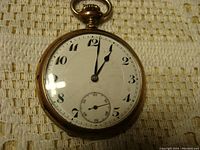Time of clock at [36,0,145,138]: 1:01
